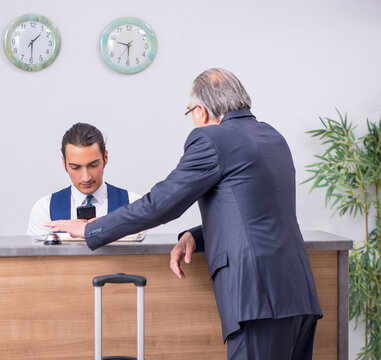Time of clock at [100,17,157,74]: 9:29
